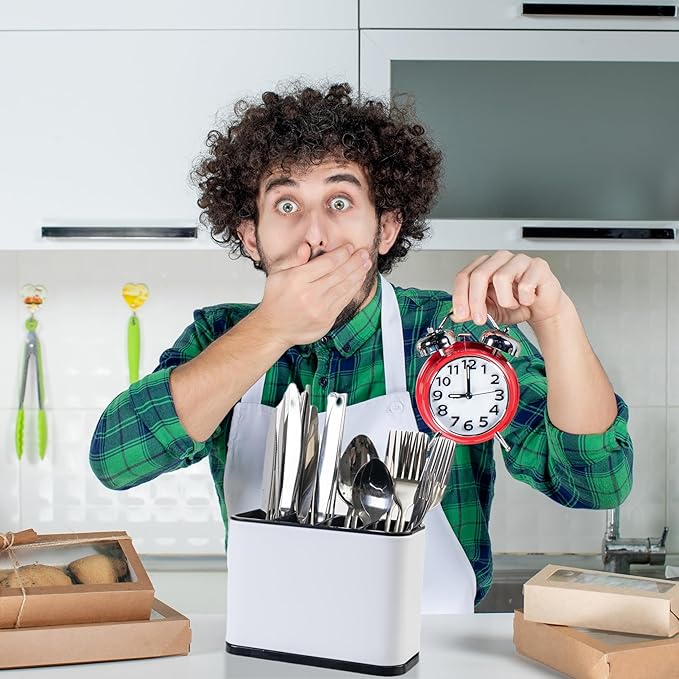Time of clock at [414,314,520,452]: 9:00
